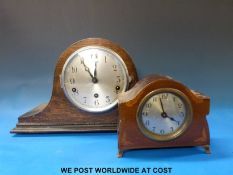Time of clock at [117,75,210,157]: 3:57
